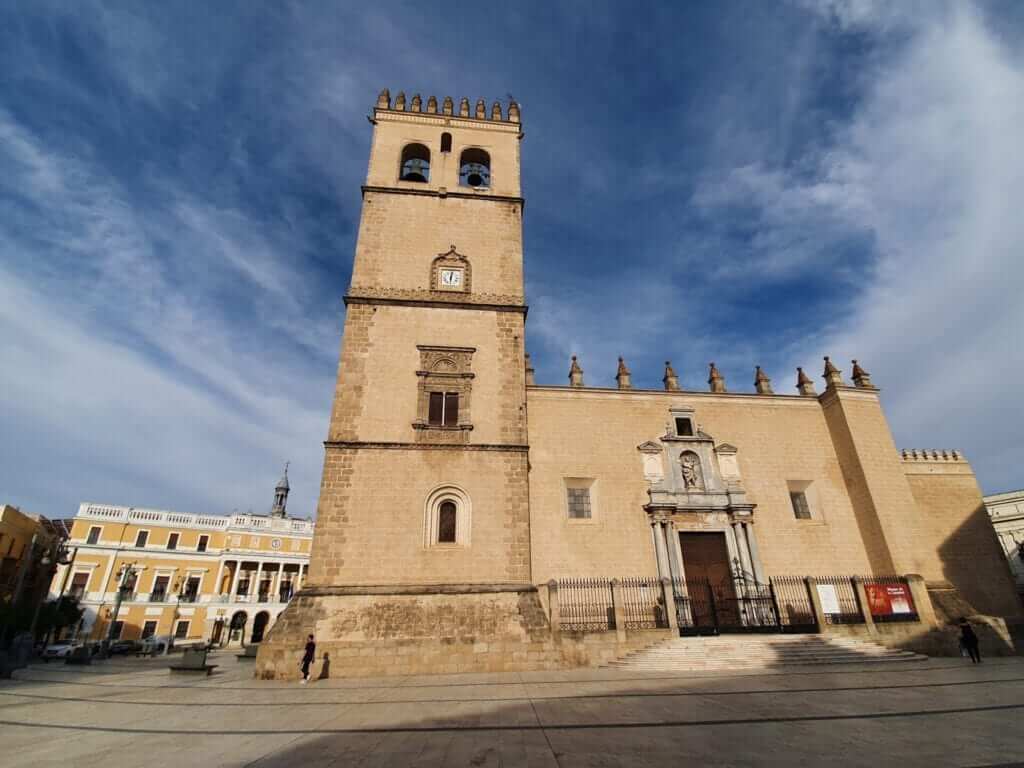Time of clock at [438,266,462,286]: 6:01
